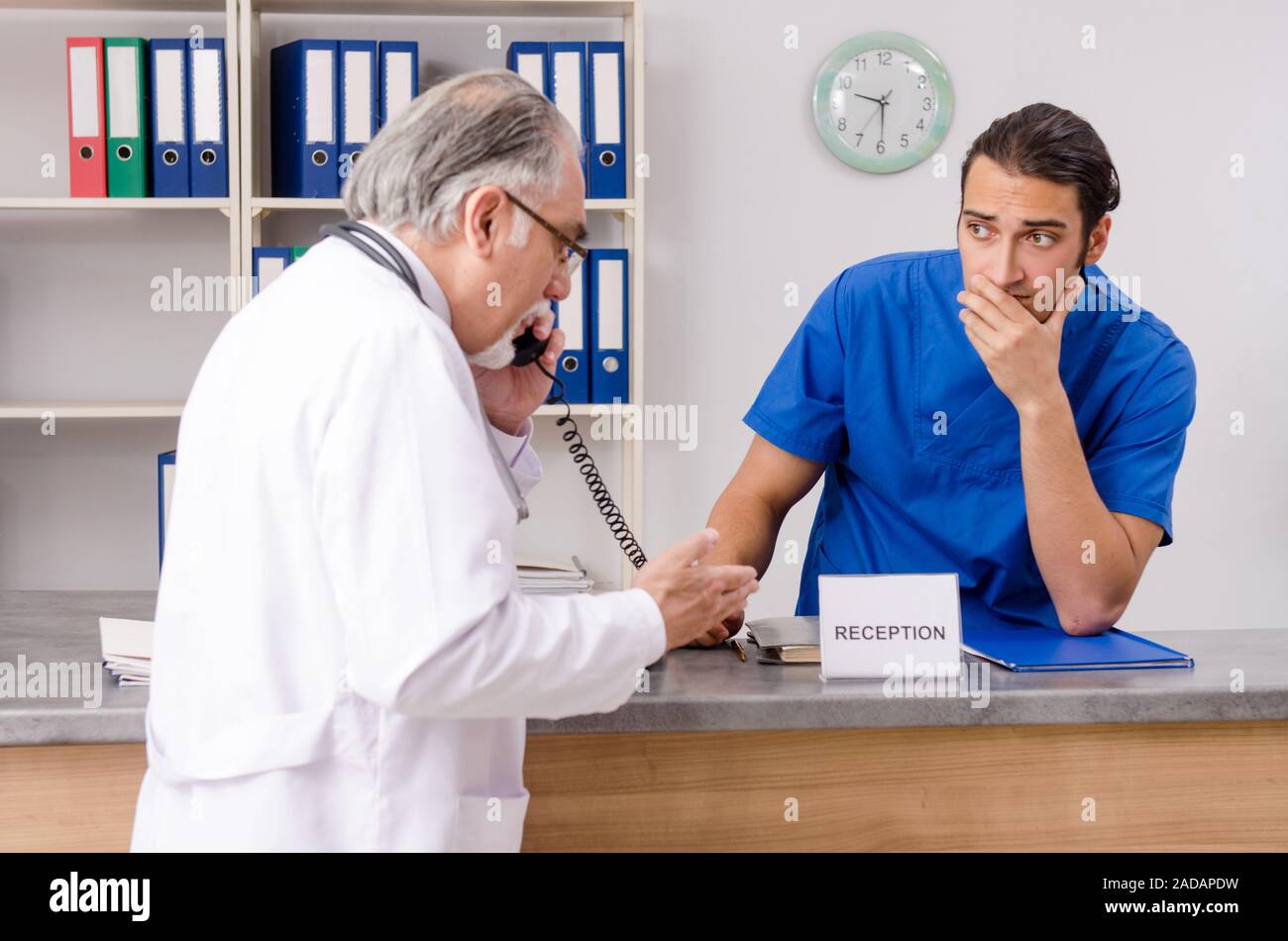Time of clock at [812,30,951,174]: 9:29
